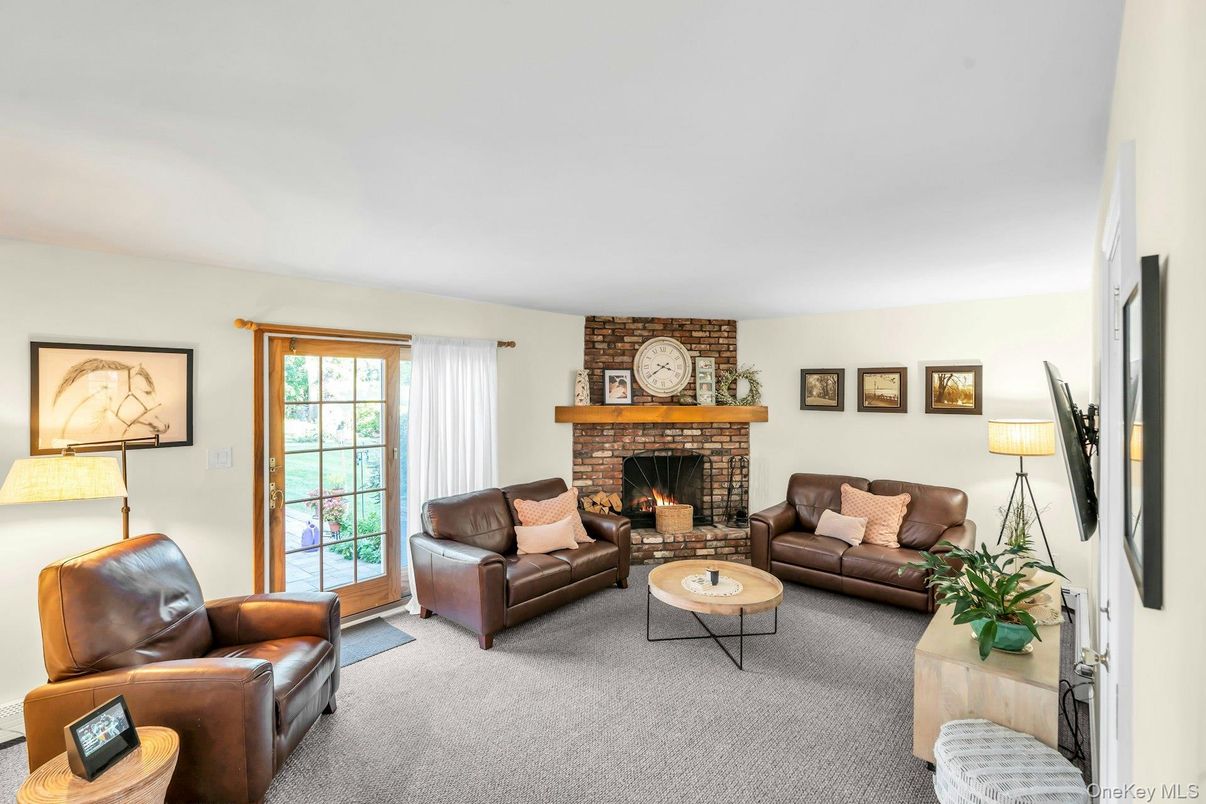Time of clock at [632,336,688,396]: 3:39
